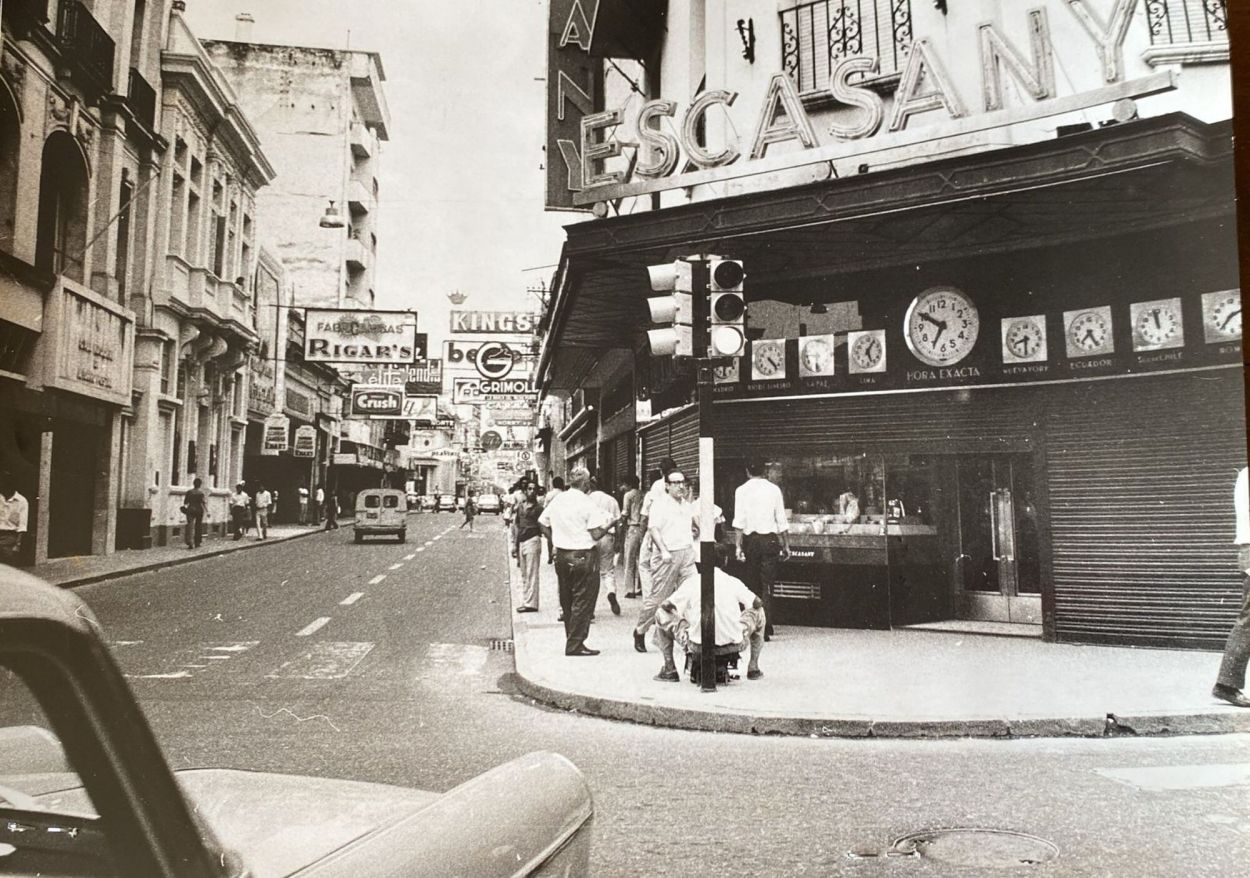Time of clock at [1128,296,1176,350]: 11:58
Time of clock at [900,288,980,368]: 6:50
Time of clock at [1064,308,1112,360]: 7:25
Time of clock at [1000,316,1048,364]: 8:30
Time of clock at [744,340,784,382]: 4:22
